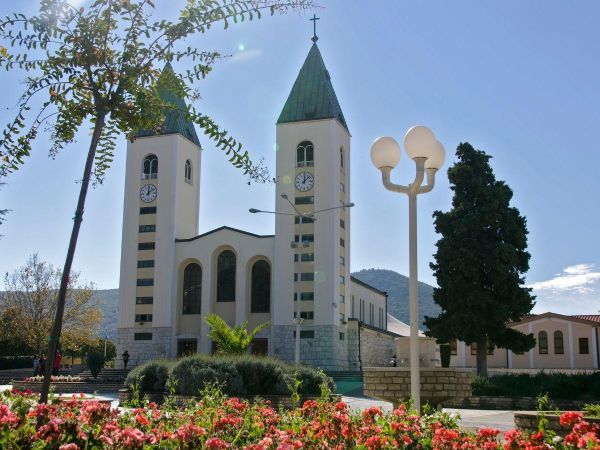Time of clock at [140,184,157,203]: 12:08
